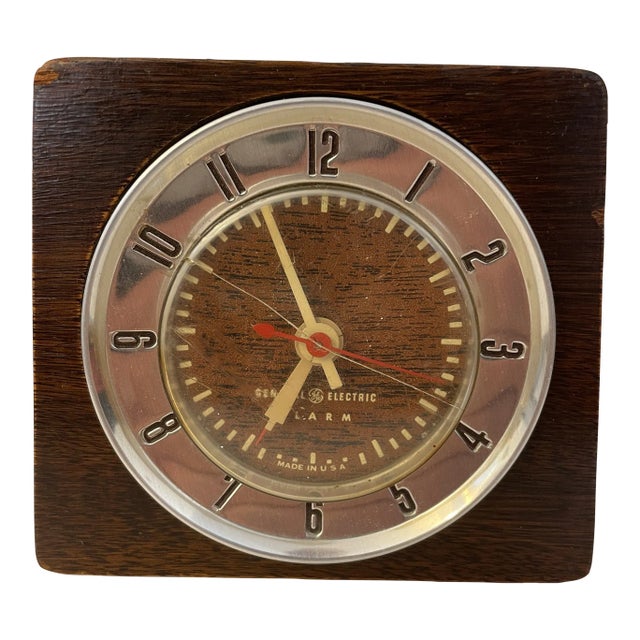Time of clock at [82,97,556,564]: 6:56
